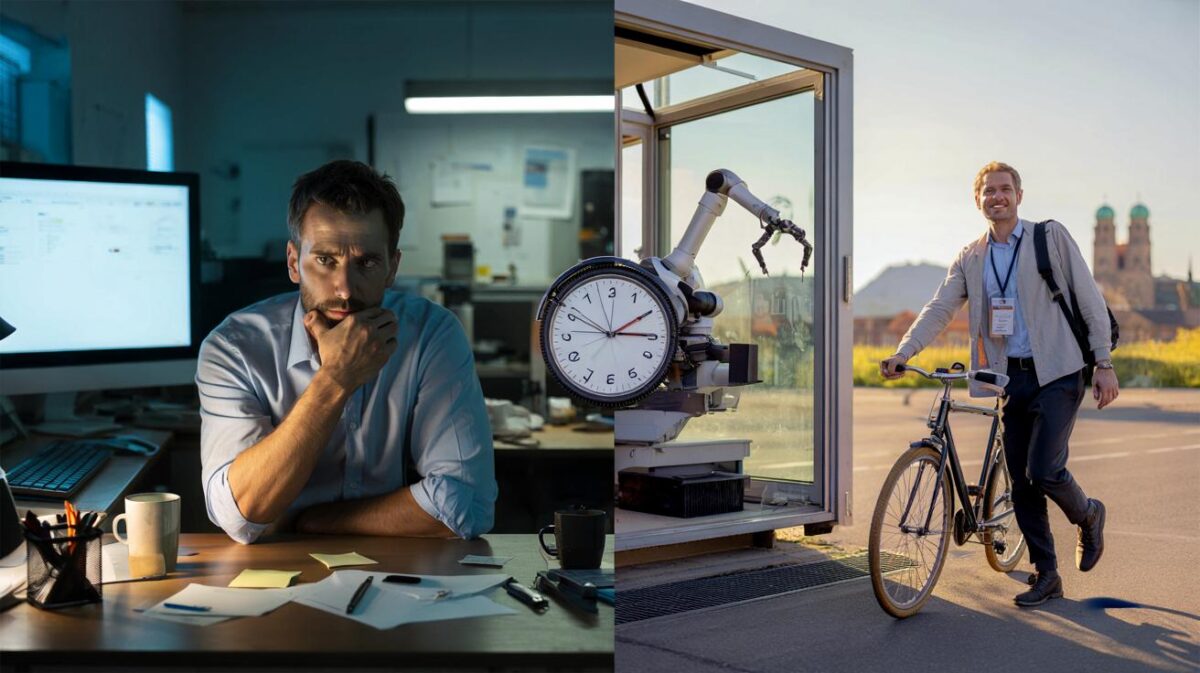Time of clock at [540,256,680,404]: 3:09
